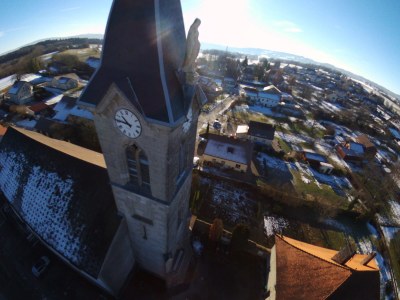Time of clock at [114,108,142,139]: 10:45
